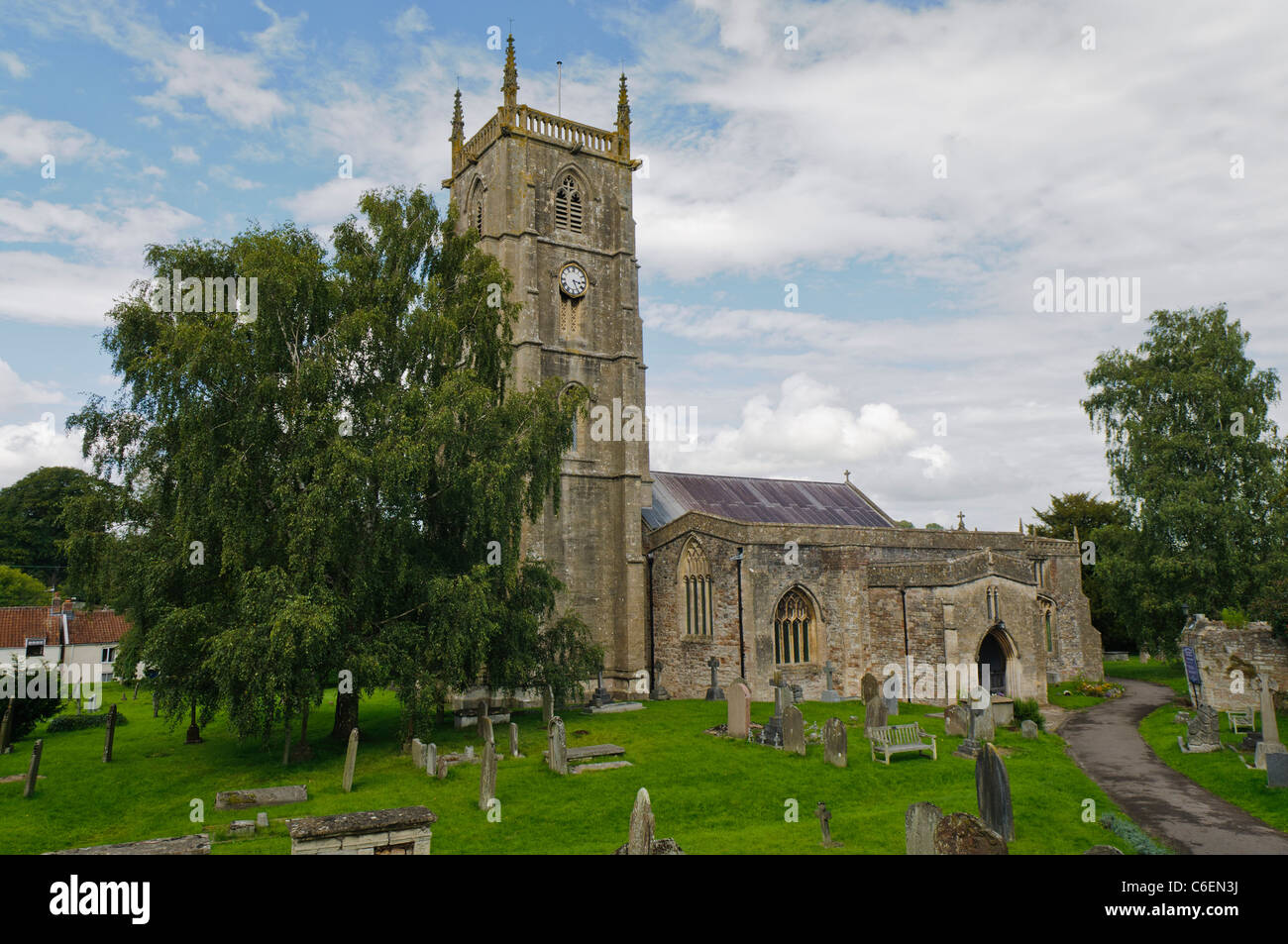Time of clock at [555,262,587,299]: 3:25
